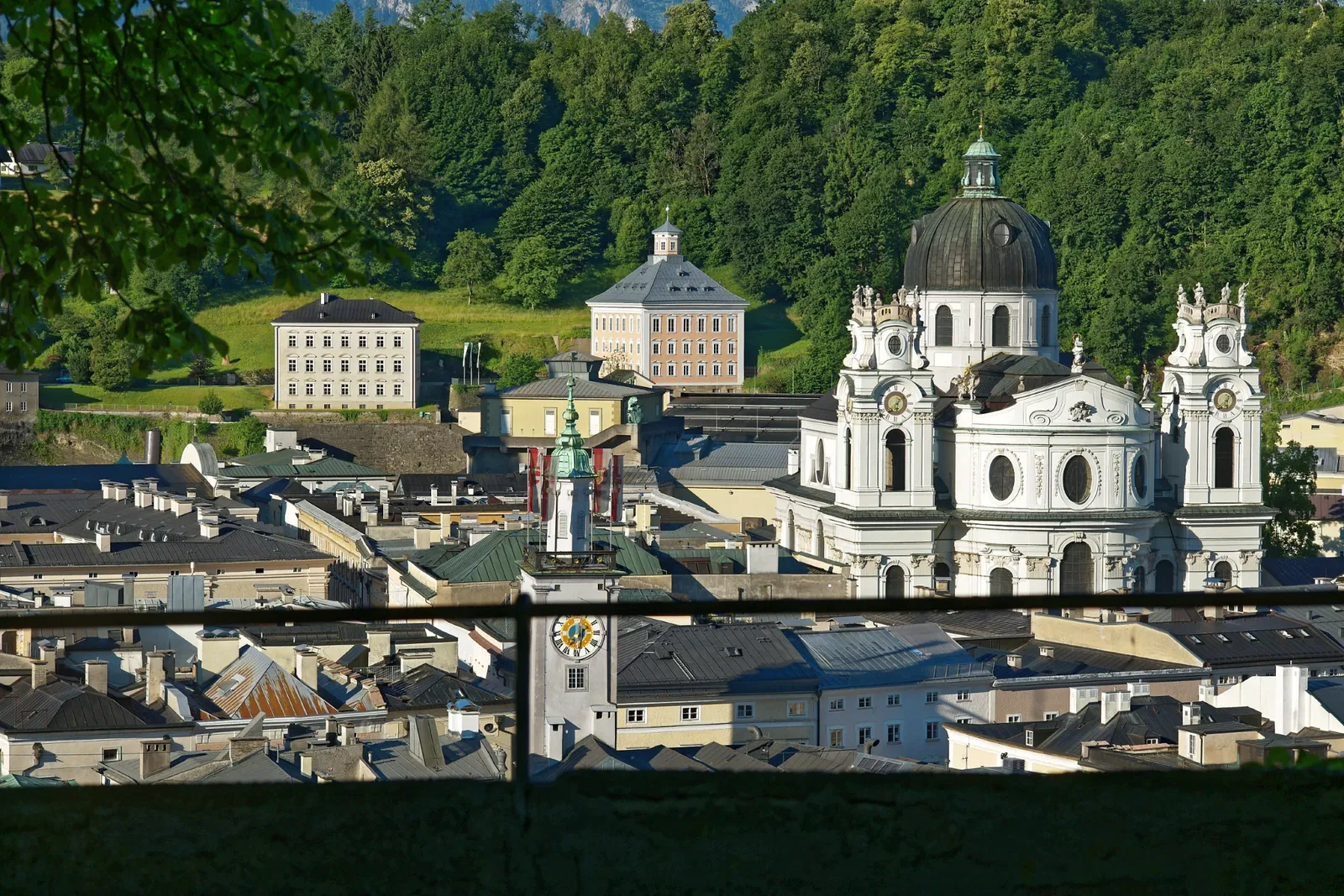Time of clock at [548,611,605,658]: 7:30
